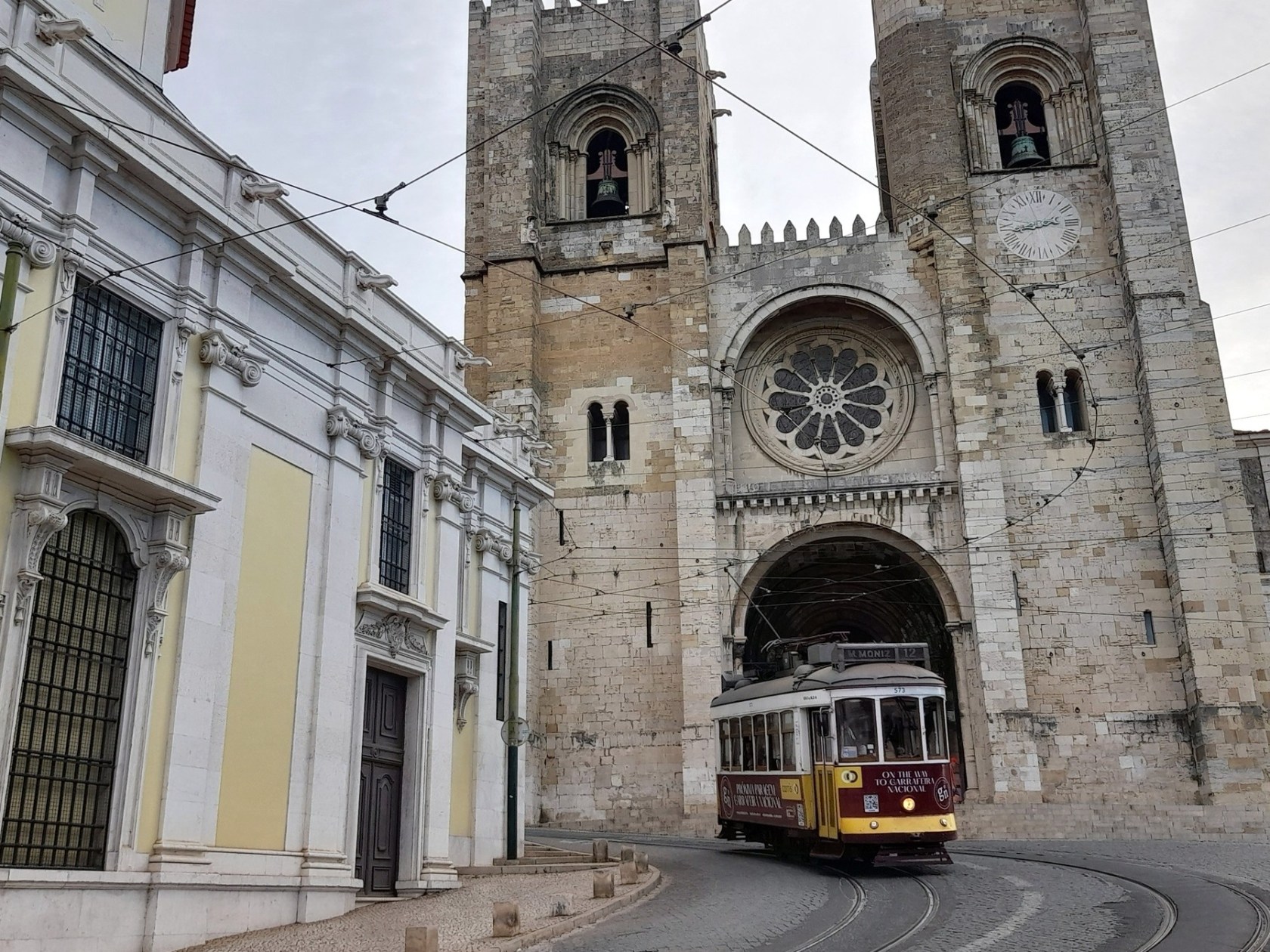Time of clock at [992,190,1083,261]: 2:42
